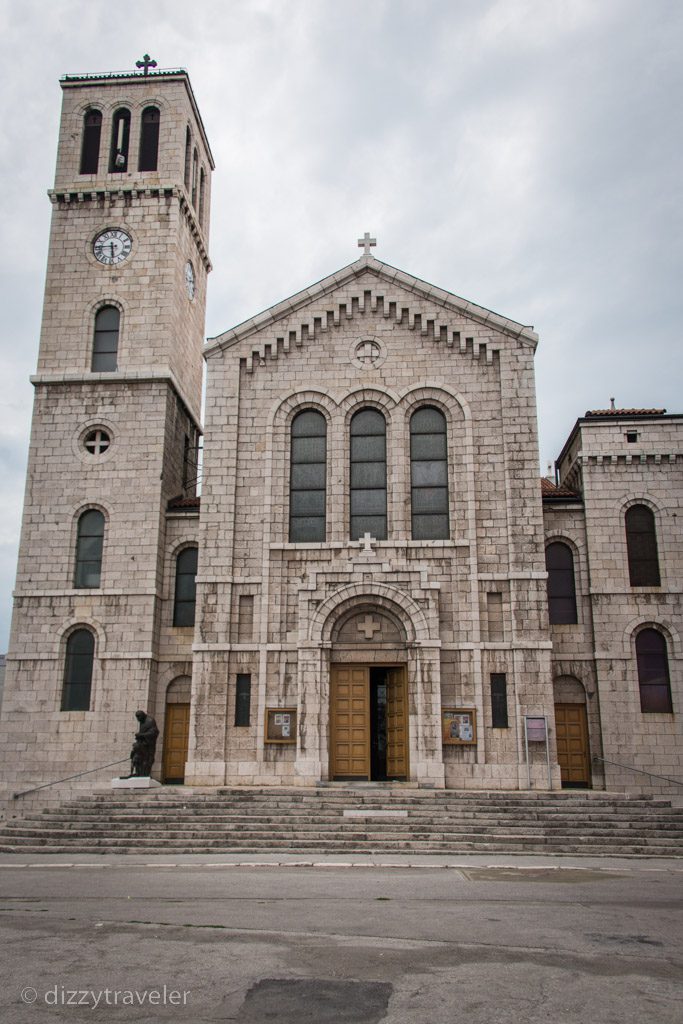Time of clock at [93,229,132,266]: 5:44
